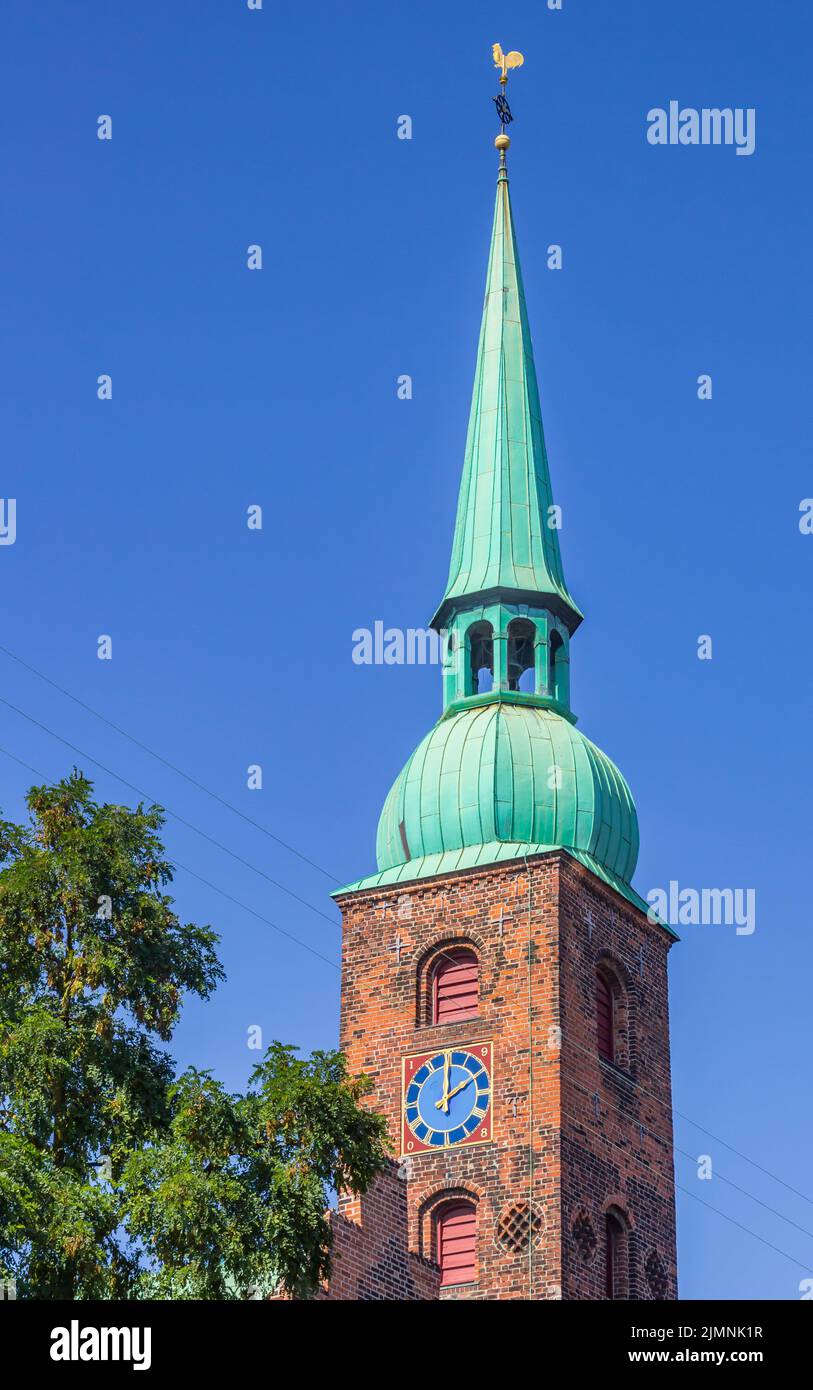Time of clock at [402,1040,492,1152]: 2:00
